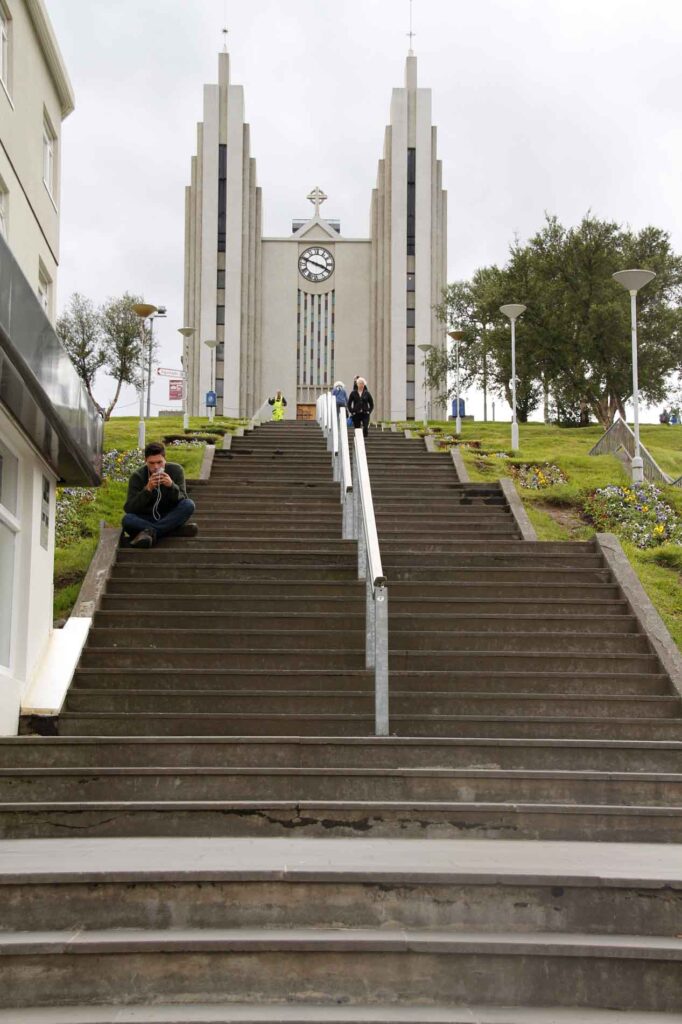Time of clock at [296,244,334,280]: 3:48
